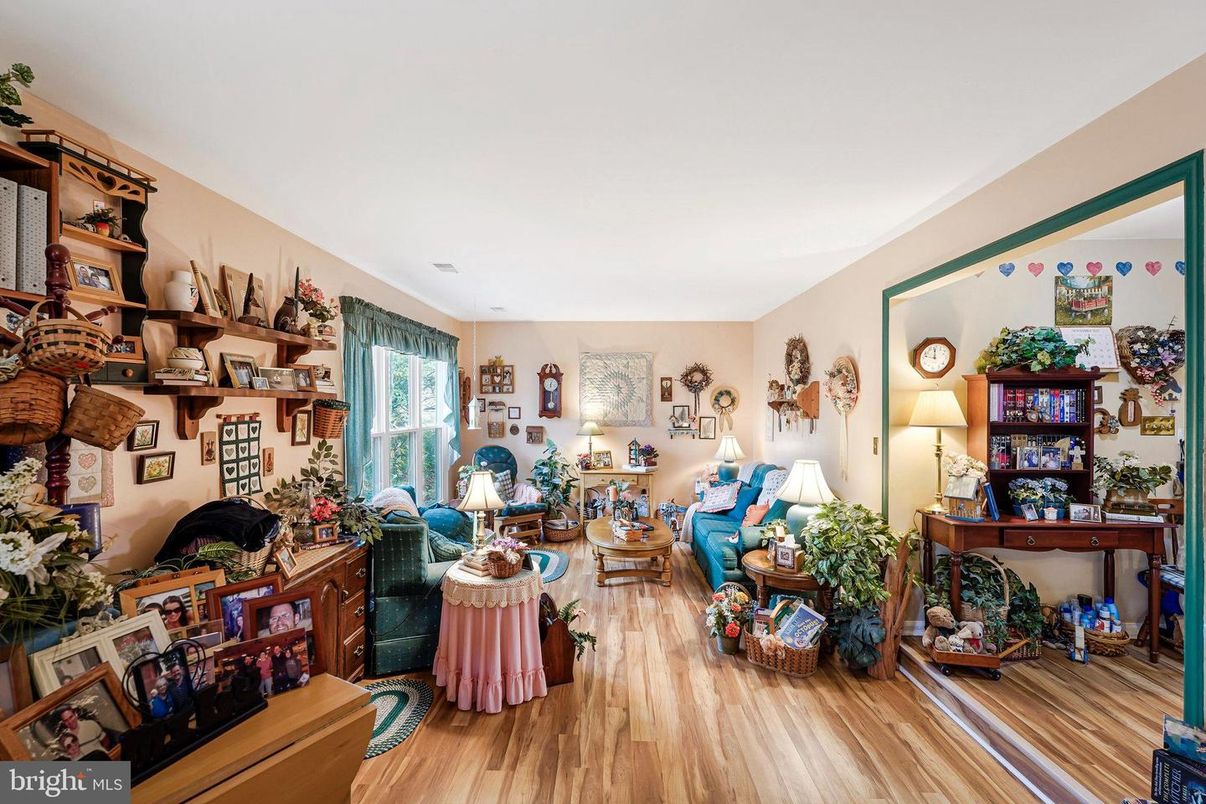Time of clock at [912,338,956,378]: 11:46
